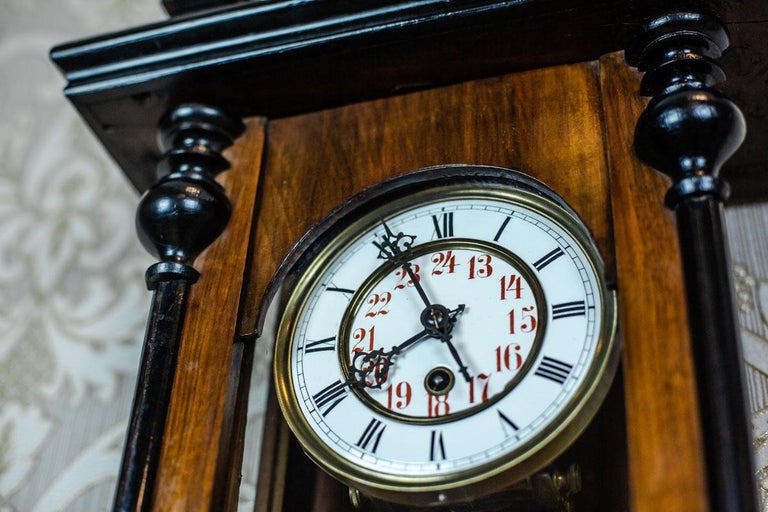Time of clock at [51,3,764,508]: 7:55
